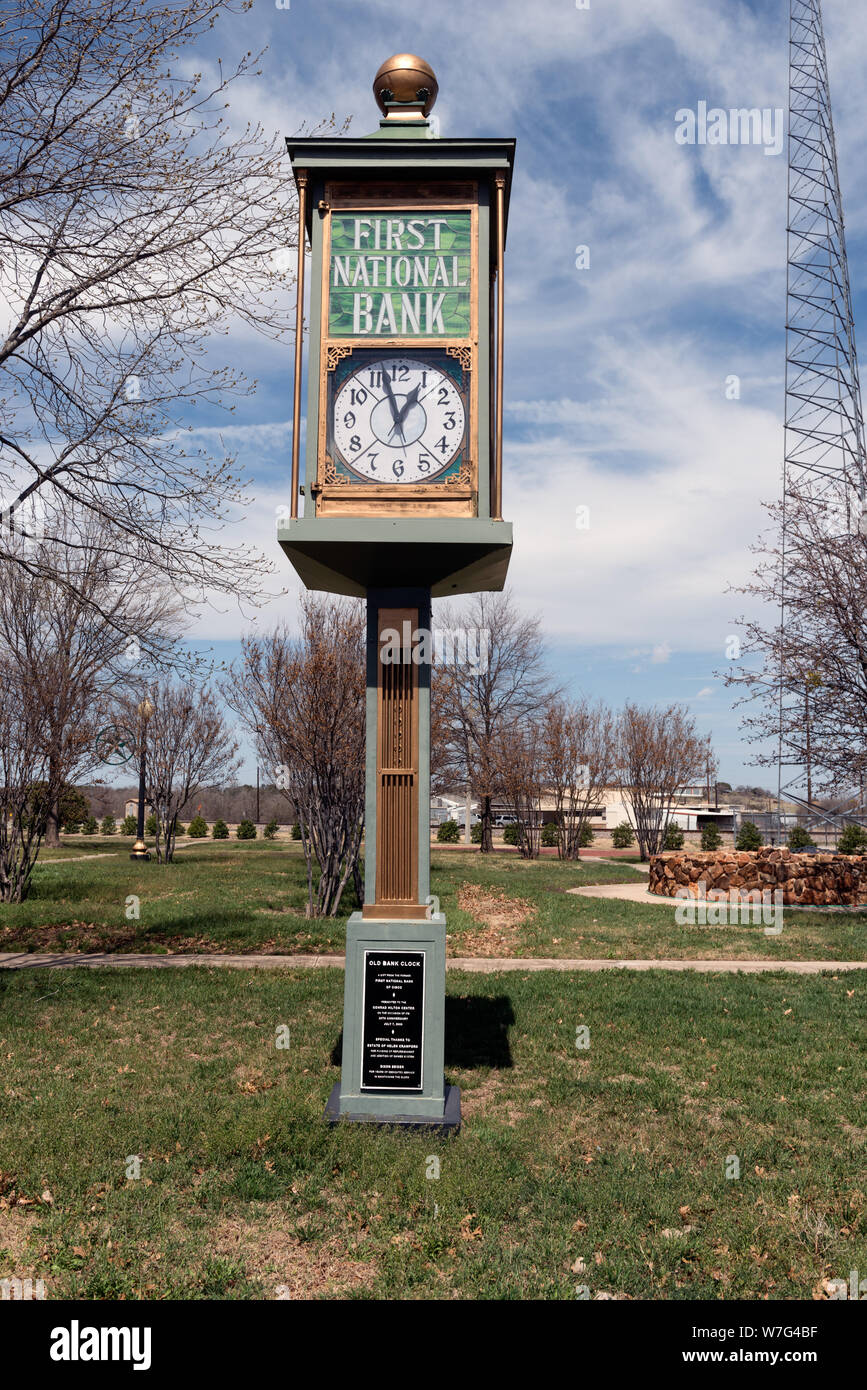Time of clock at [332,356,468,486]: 12:57
